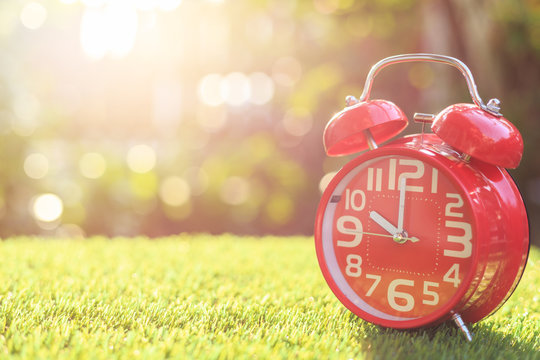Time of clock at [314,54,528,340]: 10:00
